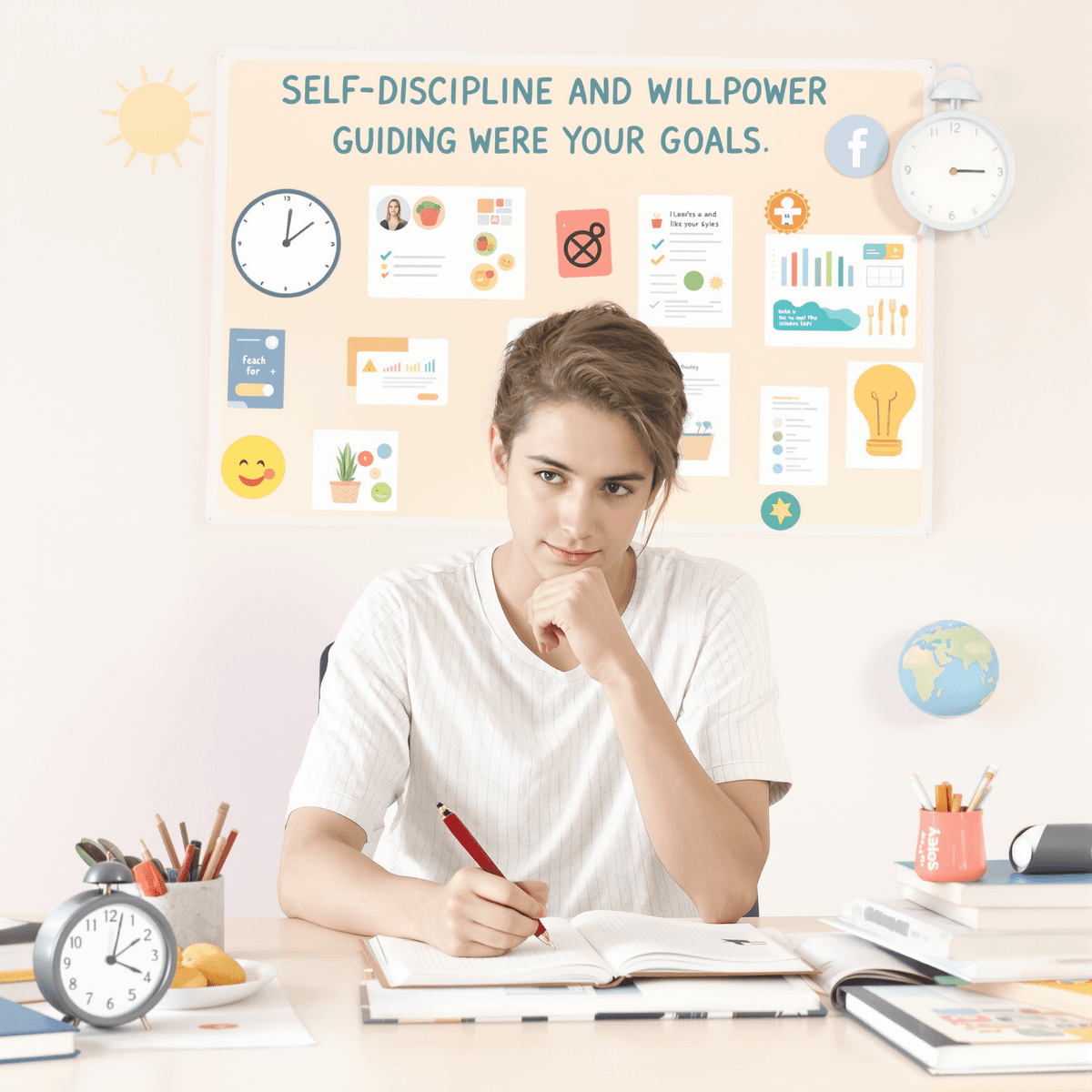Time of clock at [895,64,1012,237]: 3:14
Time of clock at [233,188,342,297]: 12:08
